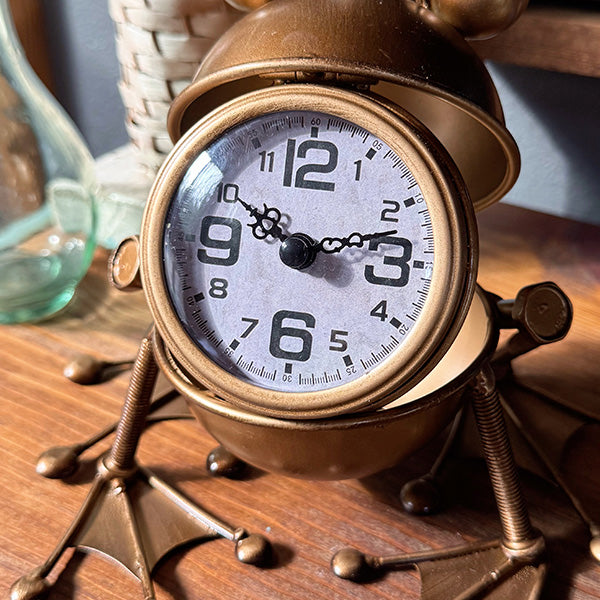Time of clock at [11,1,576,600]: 10:12
